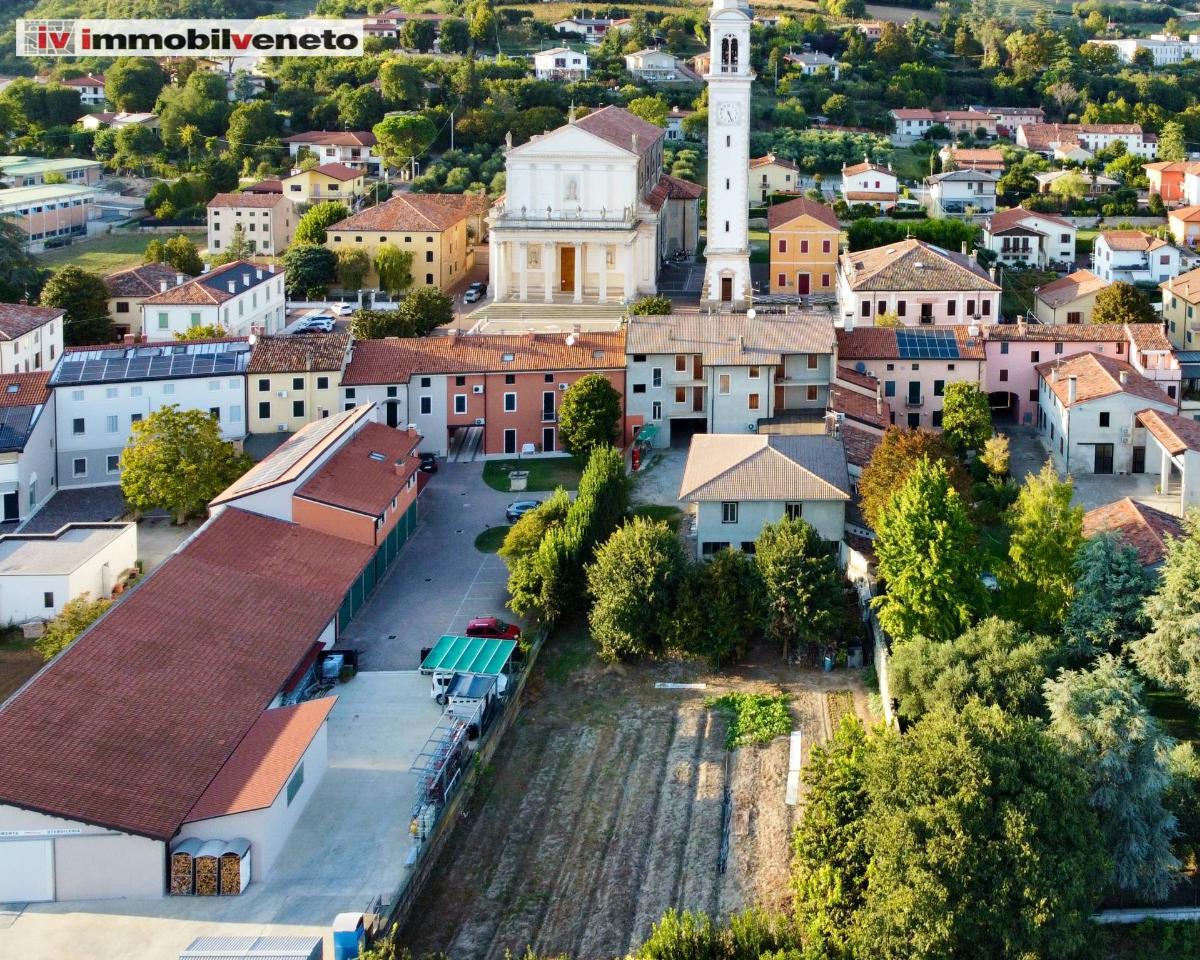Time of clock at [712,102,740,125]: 5:26
